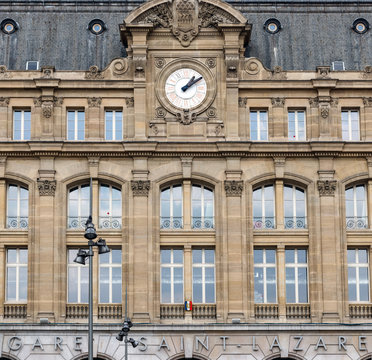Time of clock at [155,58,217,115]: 1:09
